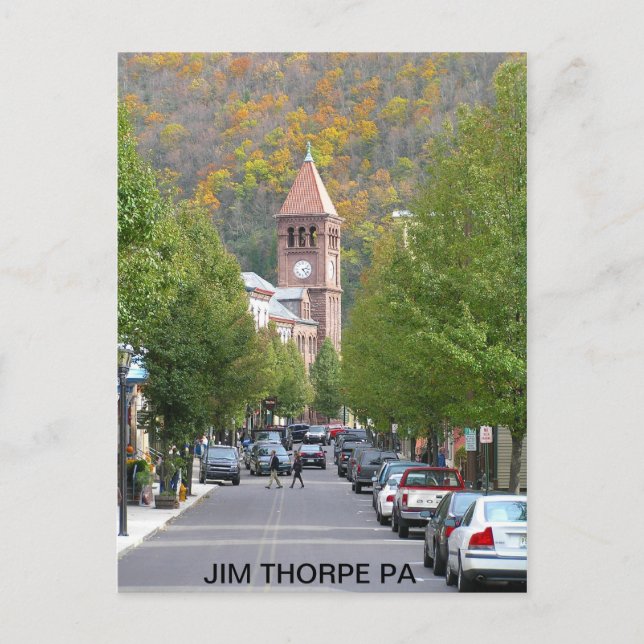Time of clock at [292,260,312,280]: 2:23
